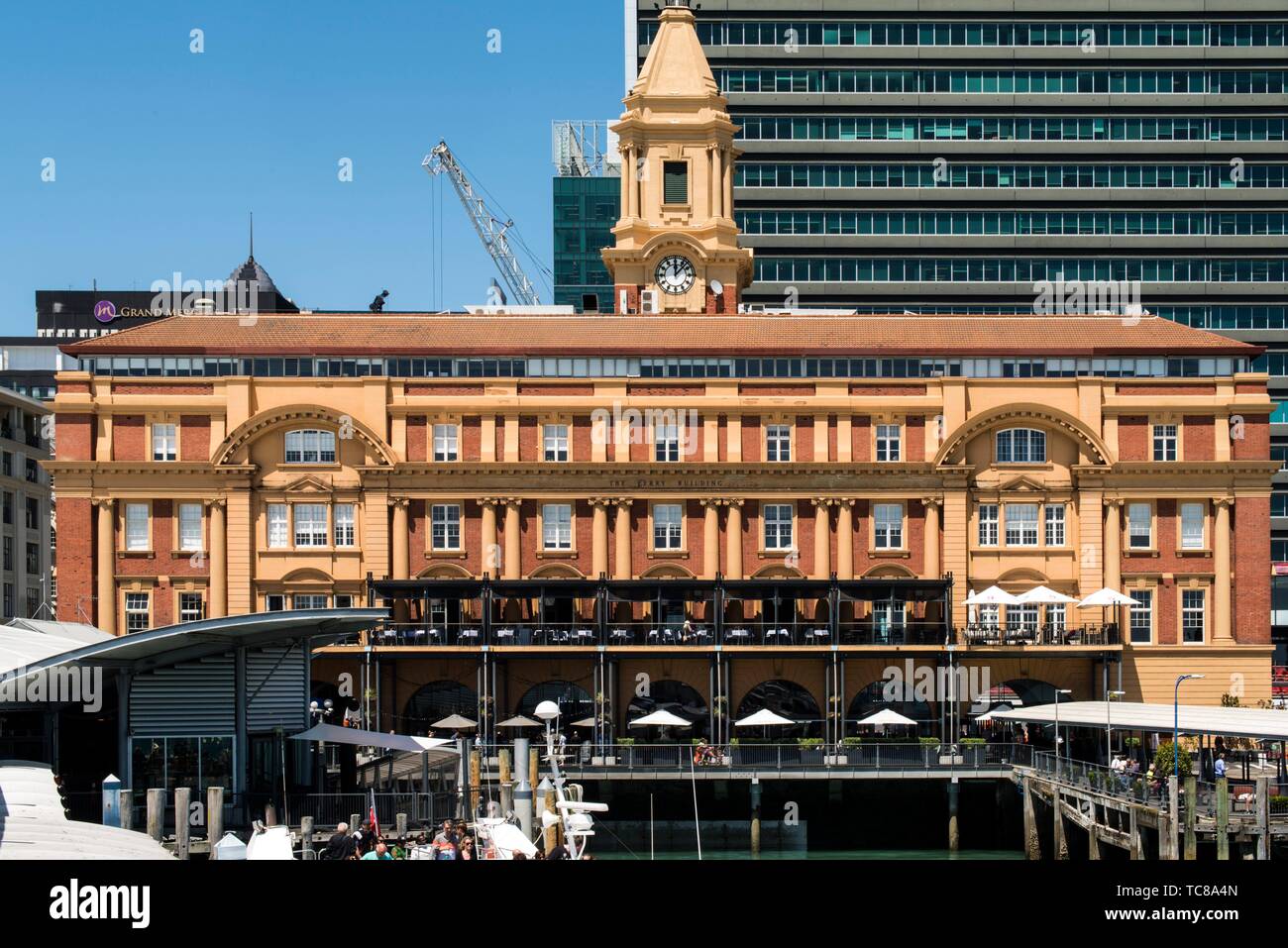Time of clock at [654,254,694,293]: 12:07
